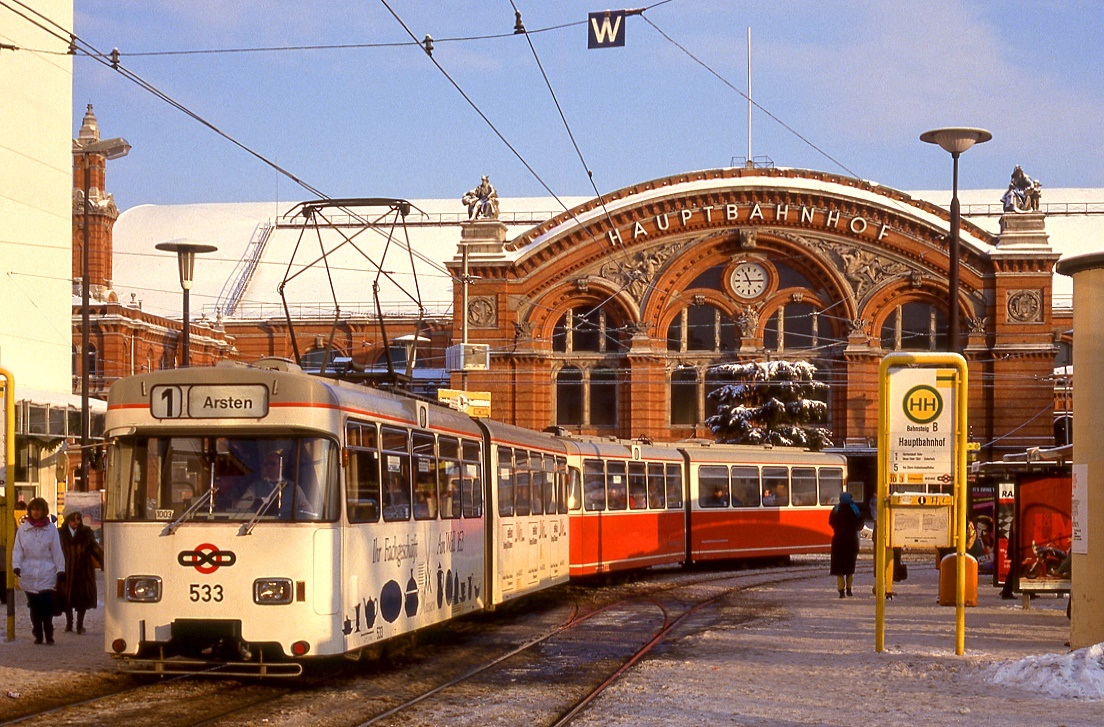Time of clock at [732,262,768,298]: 11:14
